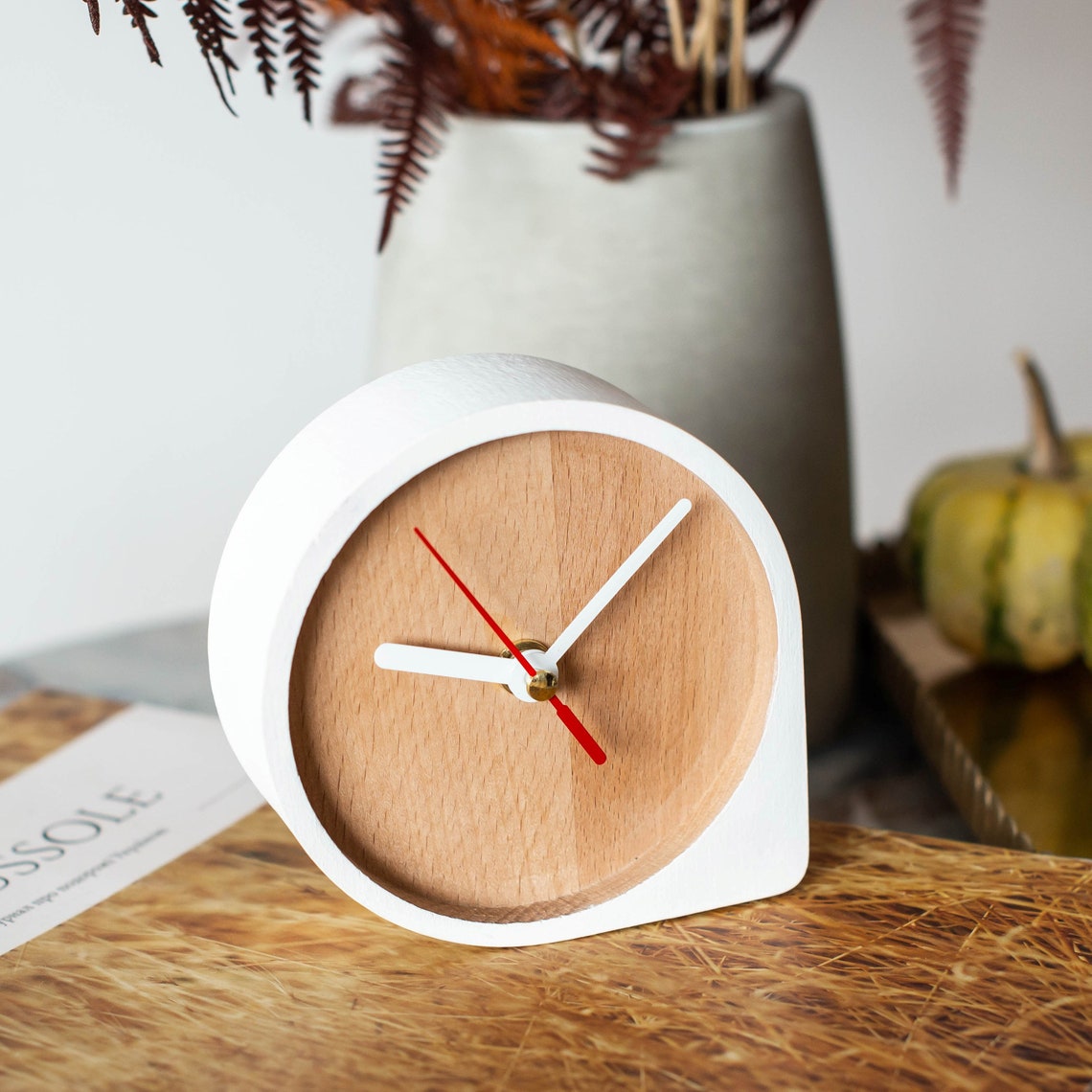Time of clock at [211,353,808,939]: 9:07
